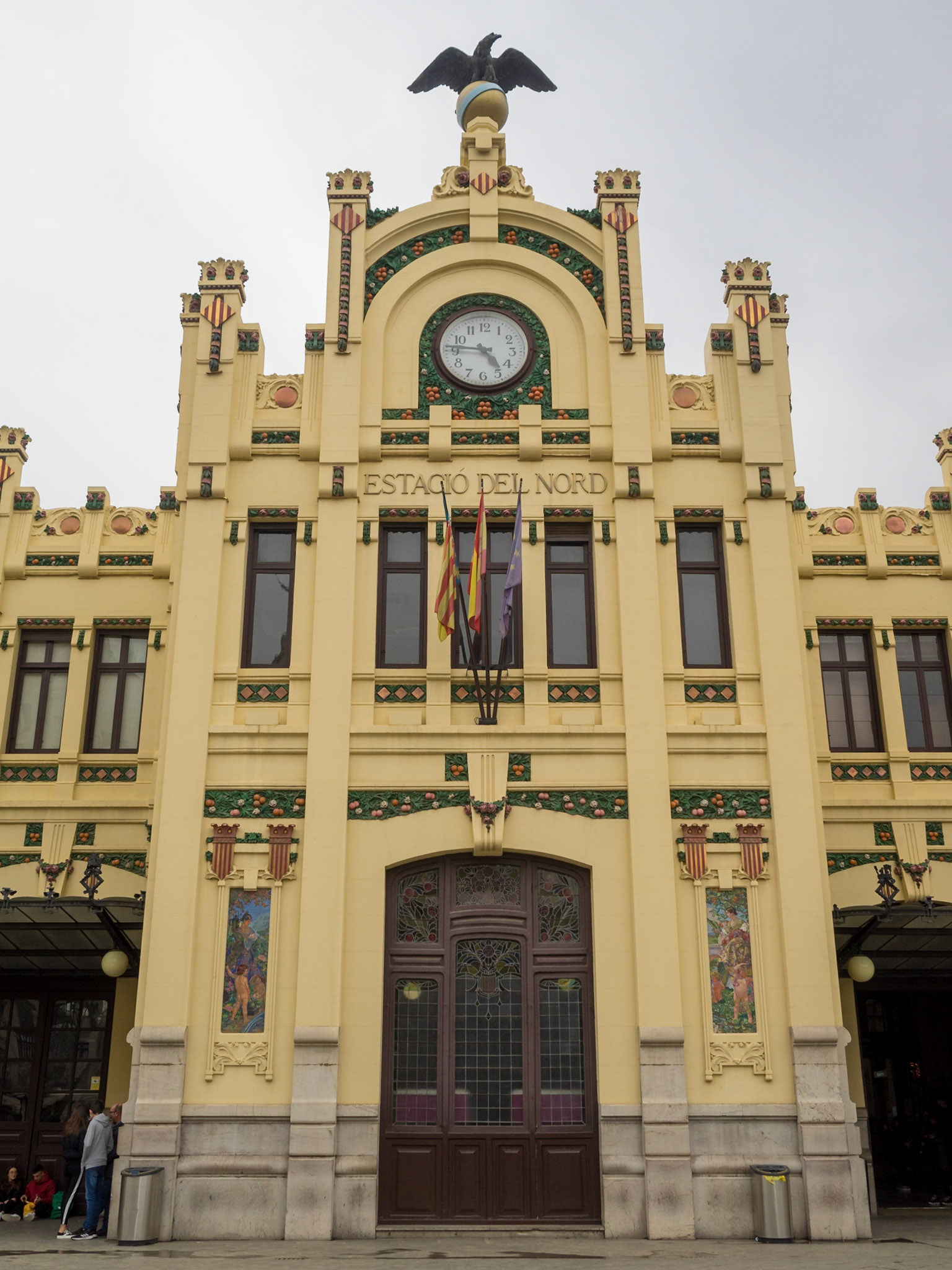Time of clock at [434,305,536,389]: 4:46
